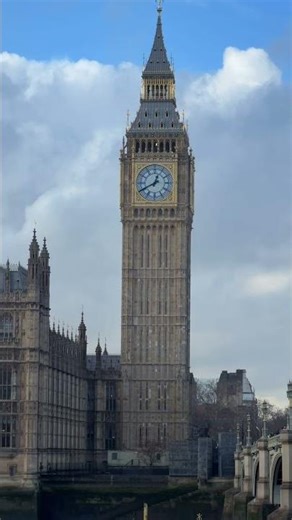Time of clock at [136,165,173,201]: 12:40
